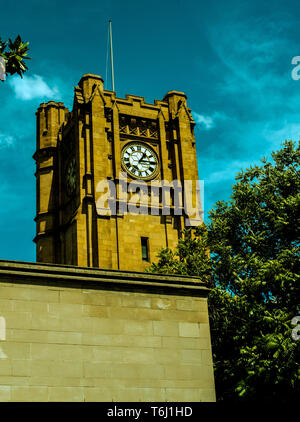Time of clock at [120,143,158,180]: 1:14
